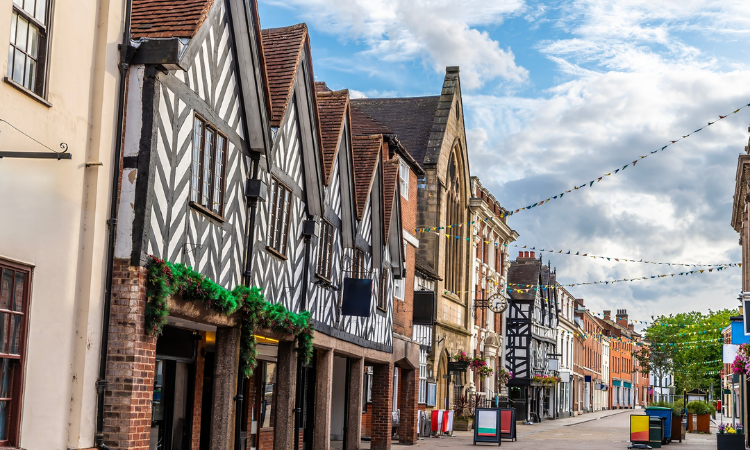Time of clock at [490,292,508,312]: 6:14
